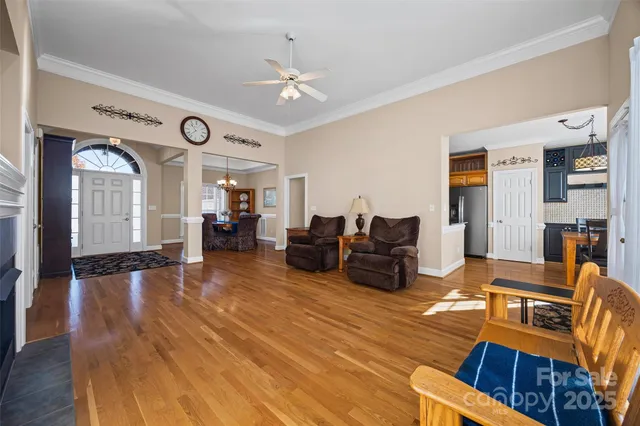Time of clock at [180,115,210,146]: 10:37
